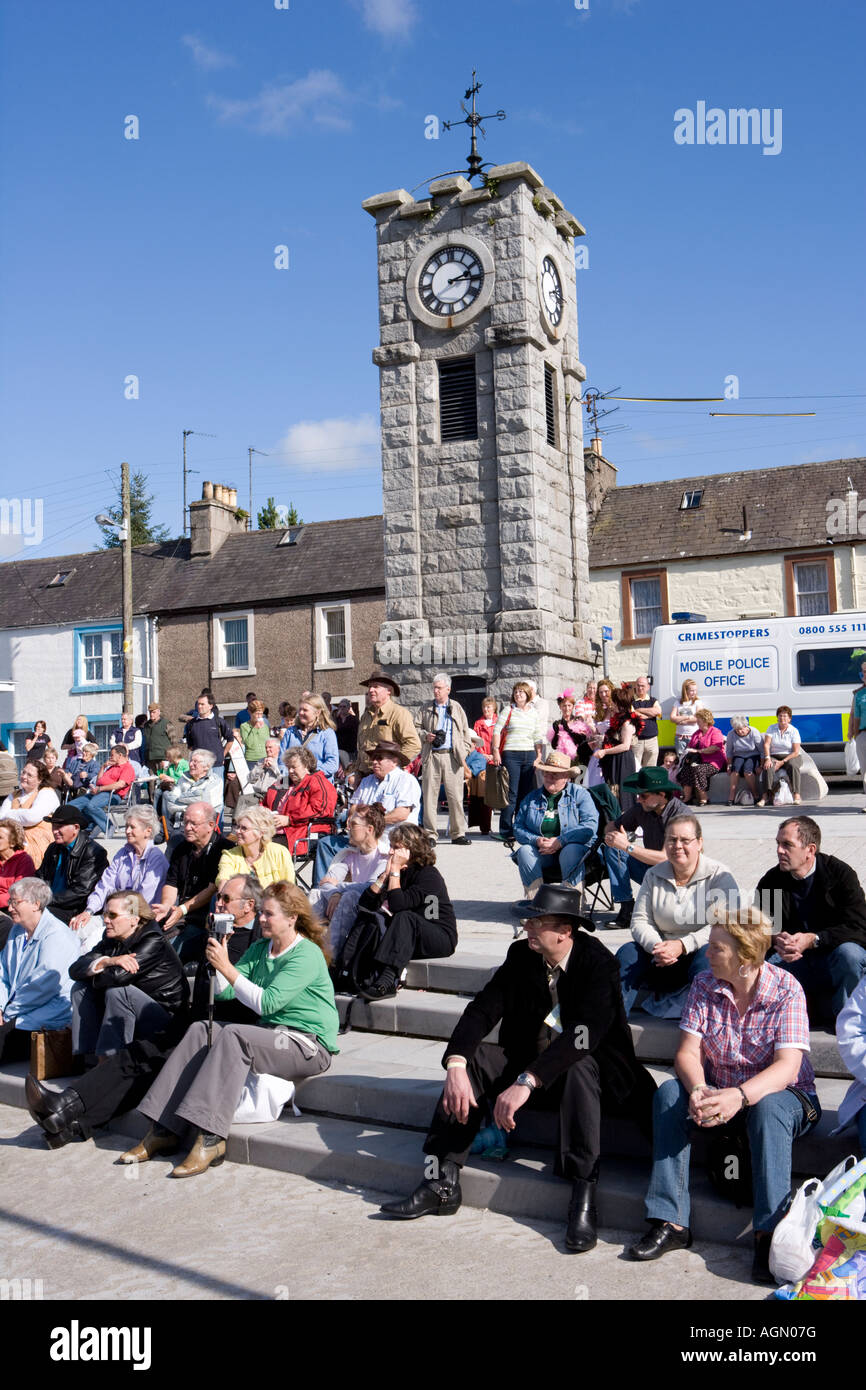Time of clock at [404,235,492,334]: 2:15
